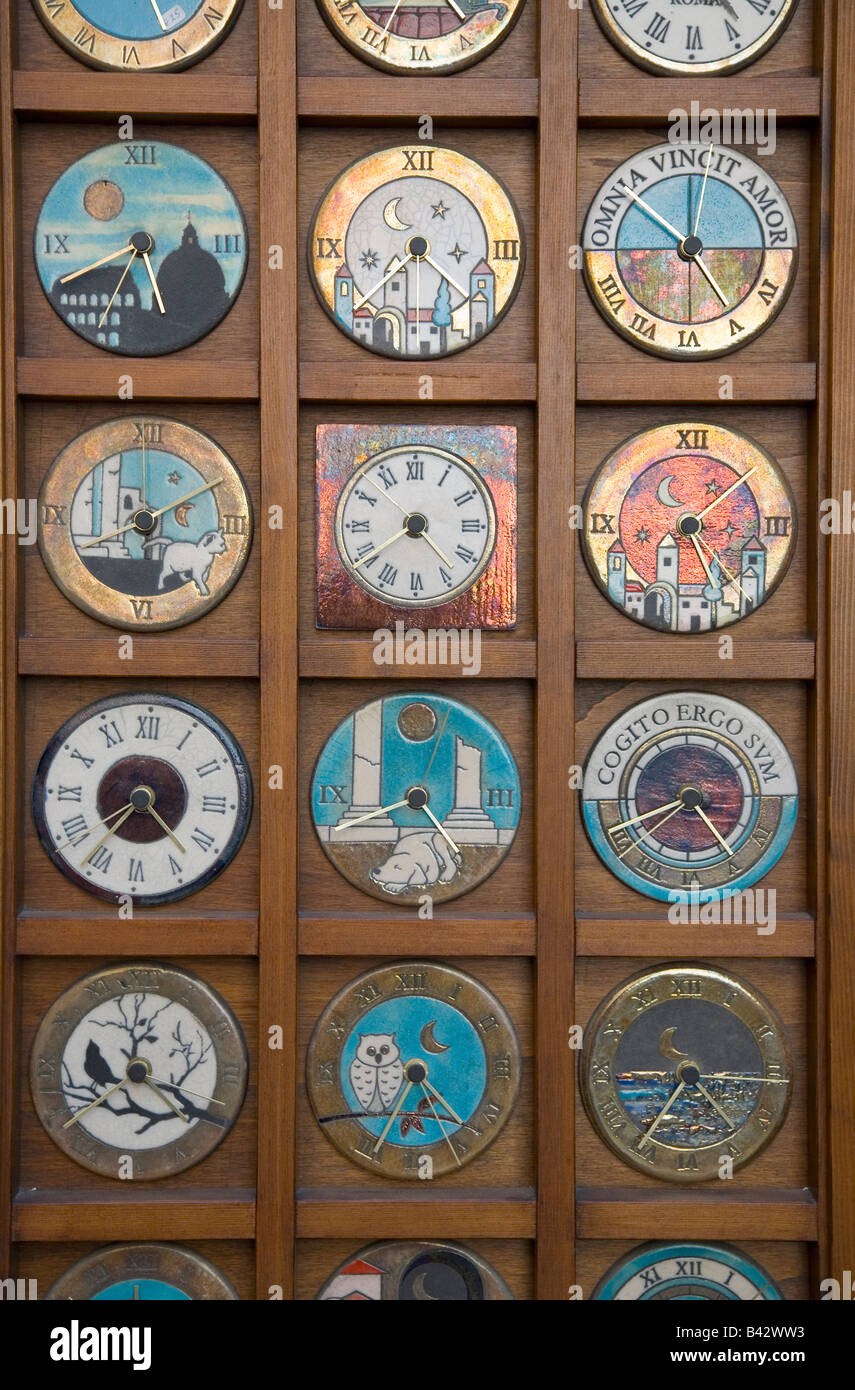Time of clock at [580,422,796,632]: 5:08
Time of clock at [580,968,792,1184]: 4:36
